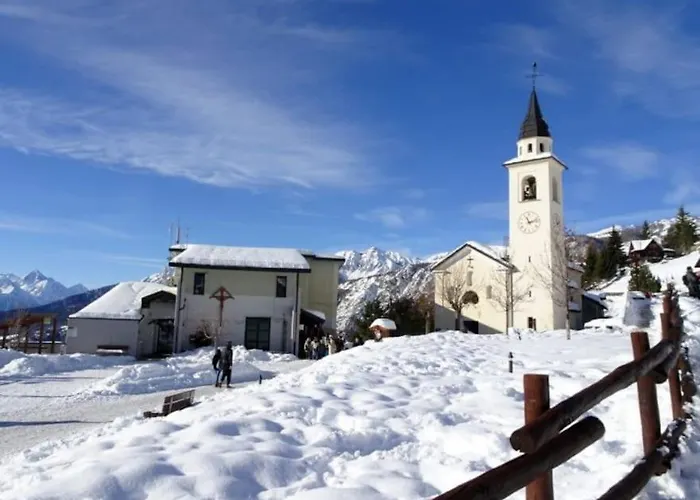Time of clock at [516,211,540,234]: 11:12
